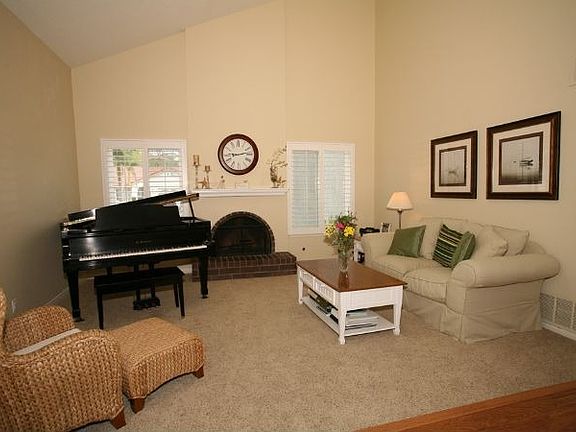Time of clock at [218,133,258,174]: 9:13
